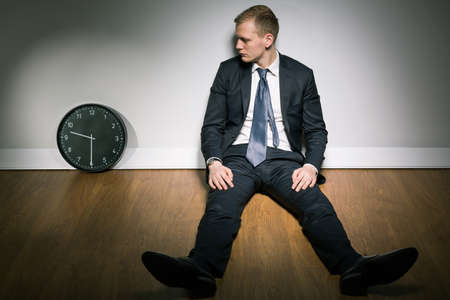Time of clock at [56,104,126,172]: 9:30
